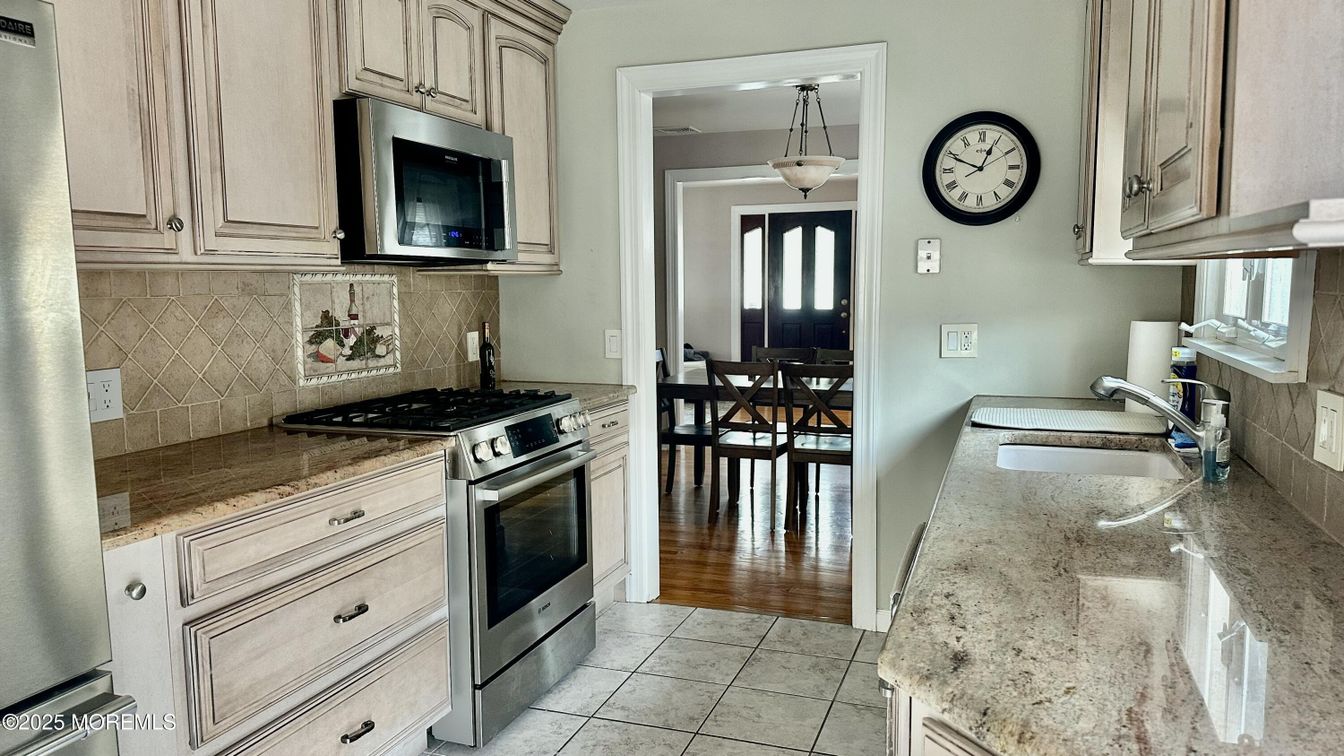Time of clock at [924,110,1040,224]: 12:49
